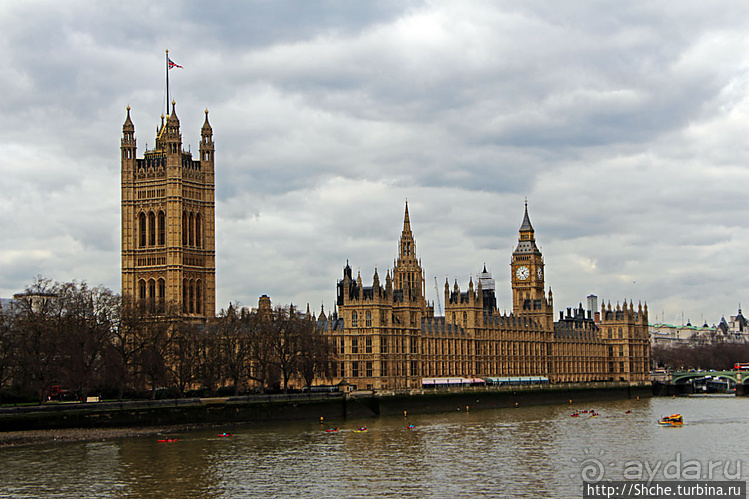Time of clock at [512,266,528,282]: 1:24
